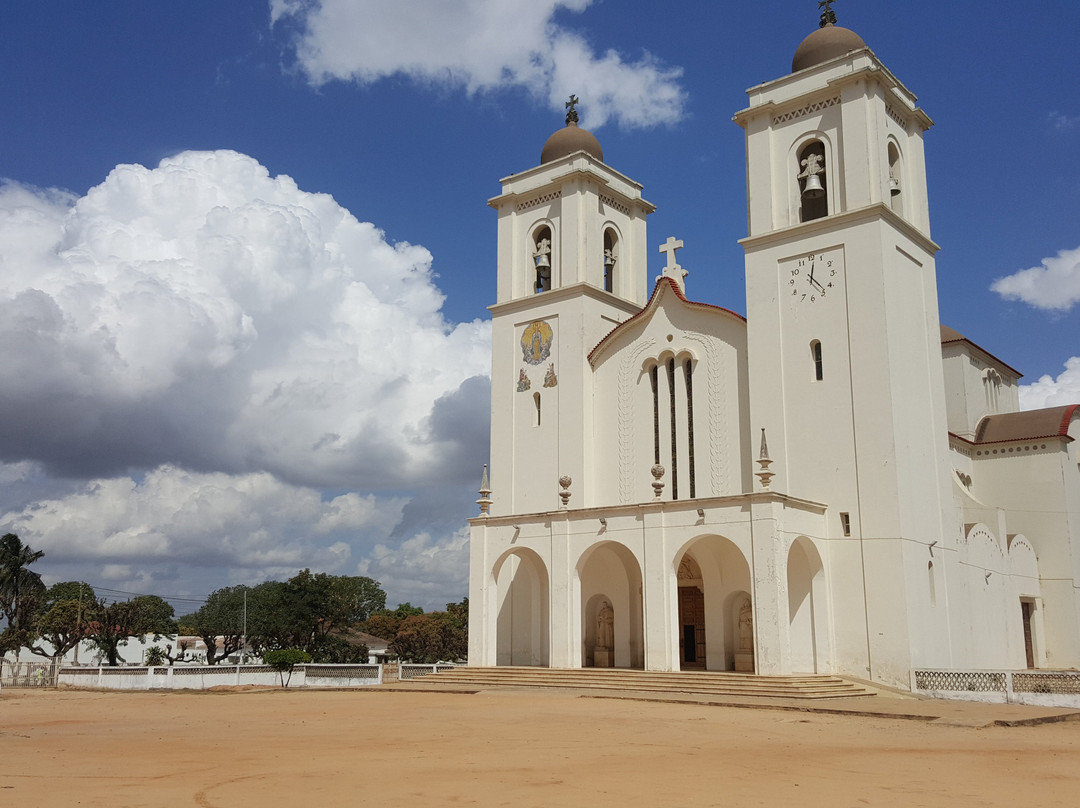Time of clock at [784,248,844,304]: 12:23
